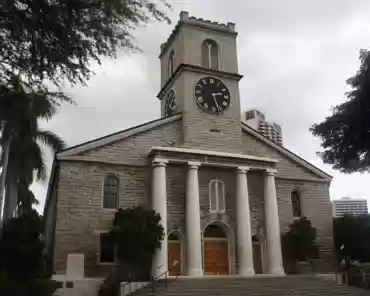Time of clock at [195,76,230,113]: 2:27
